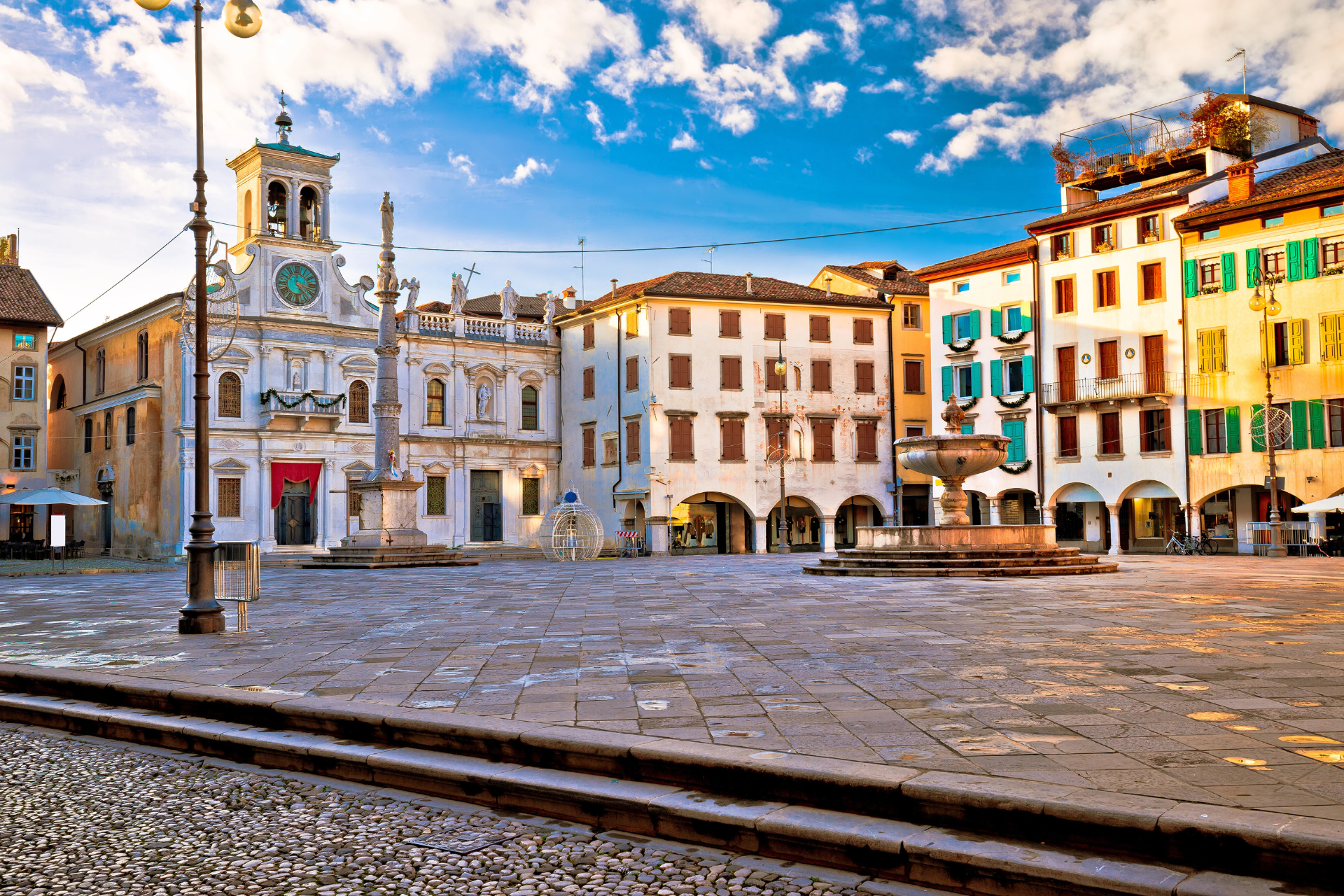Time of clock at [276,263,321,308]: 3:23
